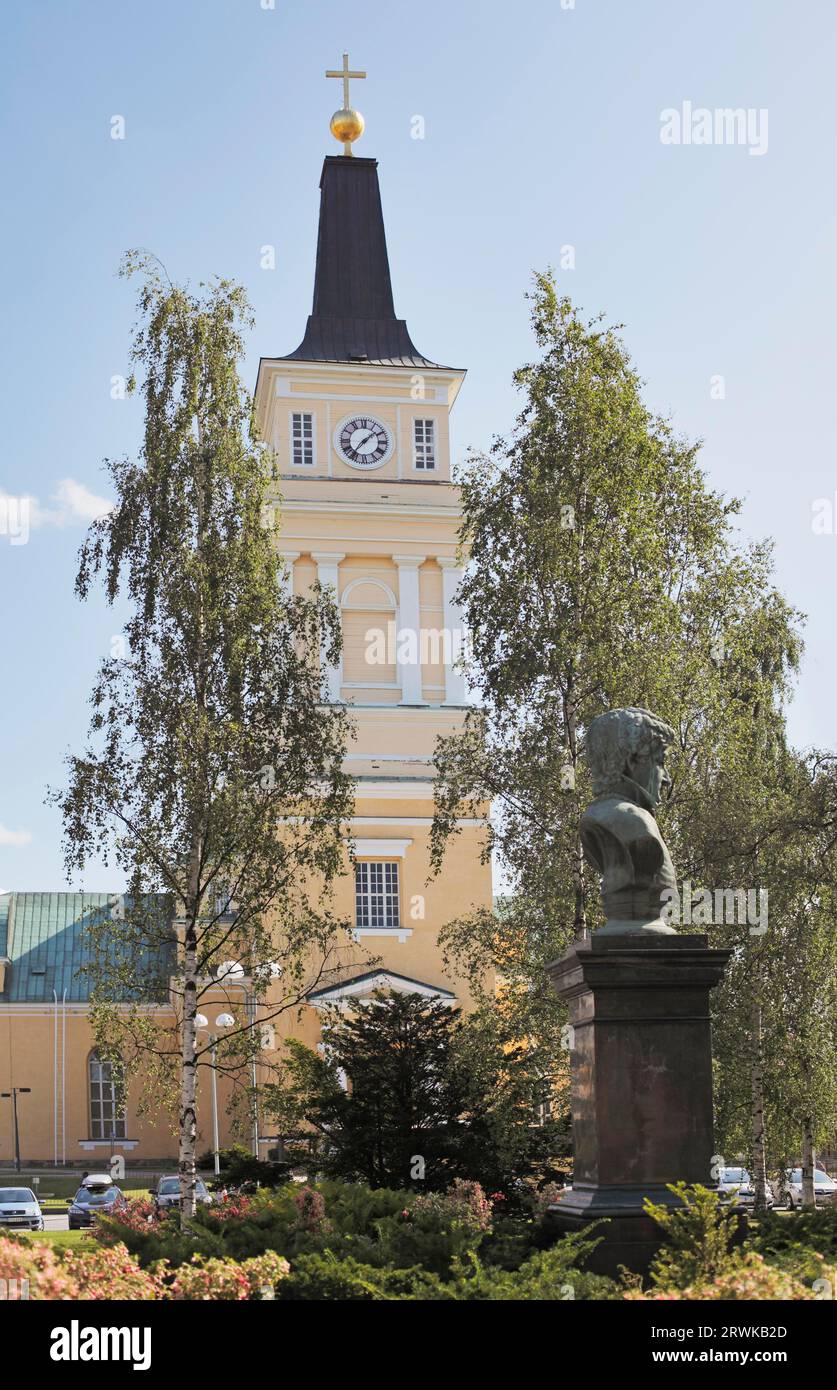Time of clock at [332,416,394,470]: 1:36
